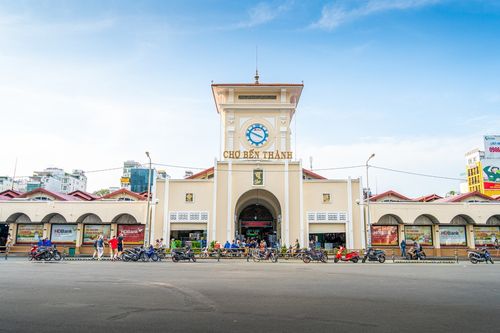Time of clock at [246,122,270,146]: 3:48
